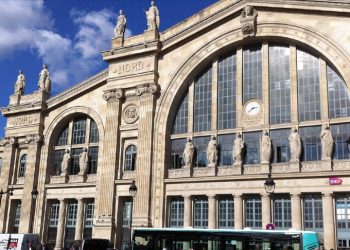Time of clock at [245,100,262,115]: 2:38
